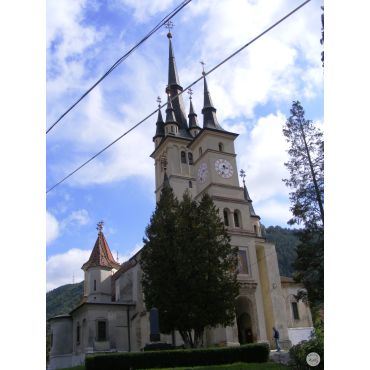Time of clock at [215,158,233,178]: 3:33
